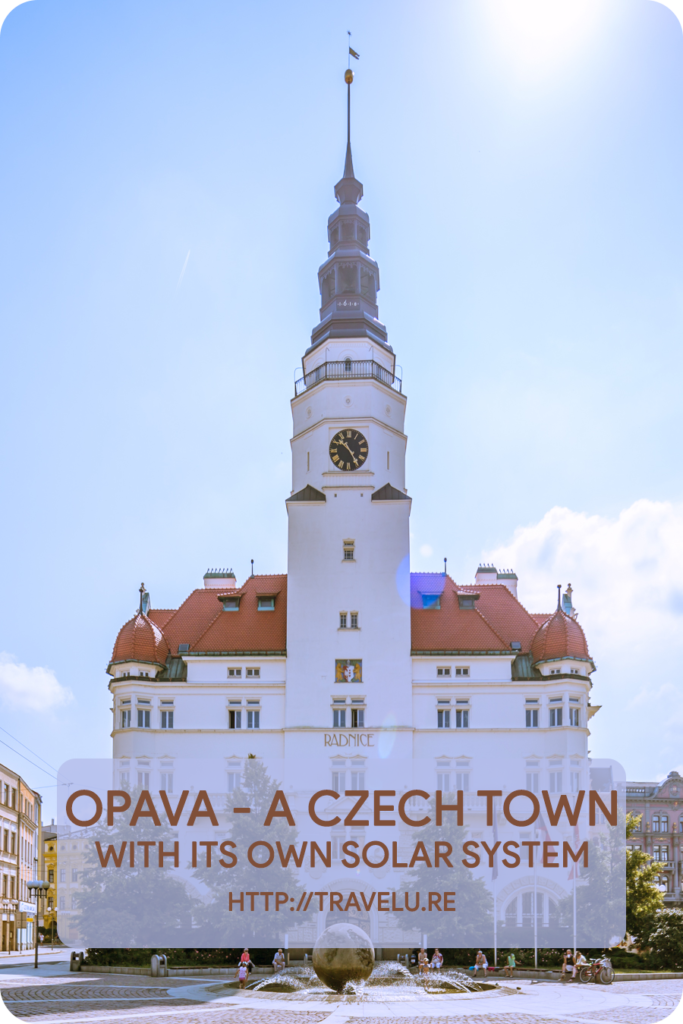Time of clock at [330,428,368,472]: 10:24
